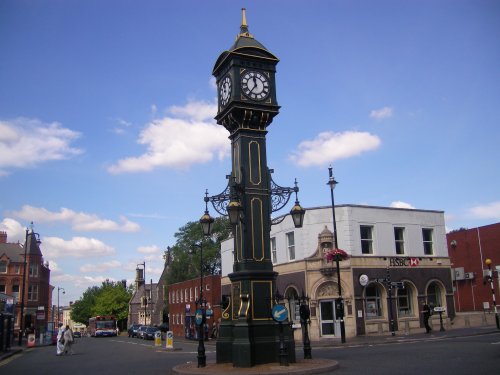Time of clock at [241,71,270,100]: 11:36
